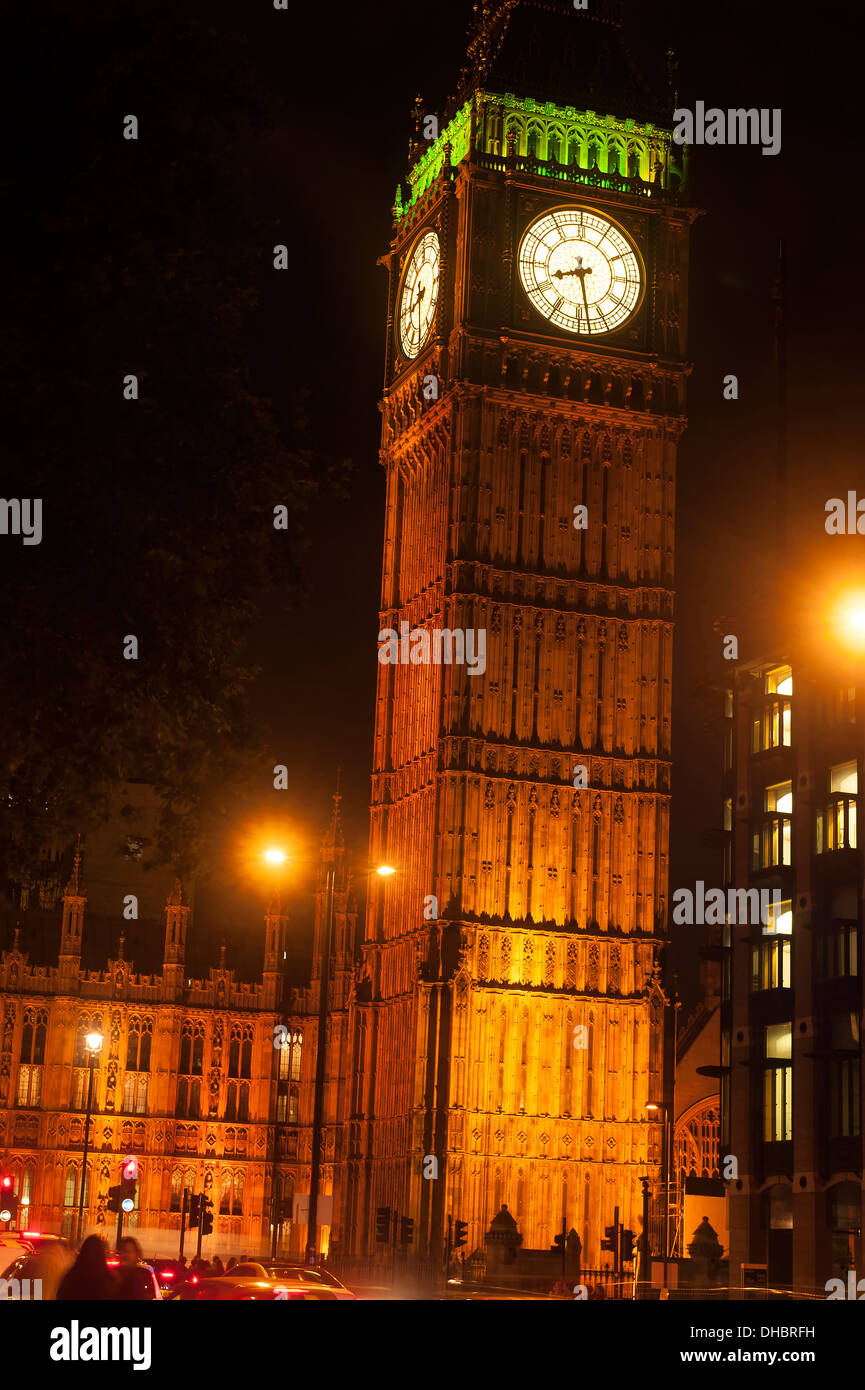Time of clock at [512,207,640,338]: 8:28
